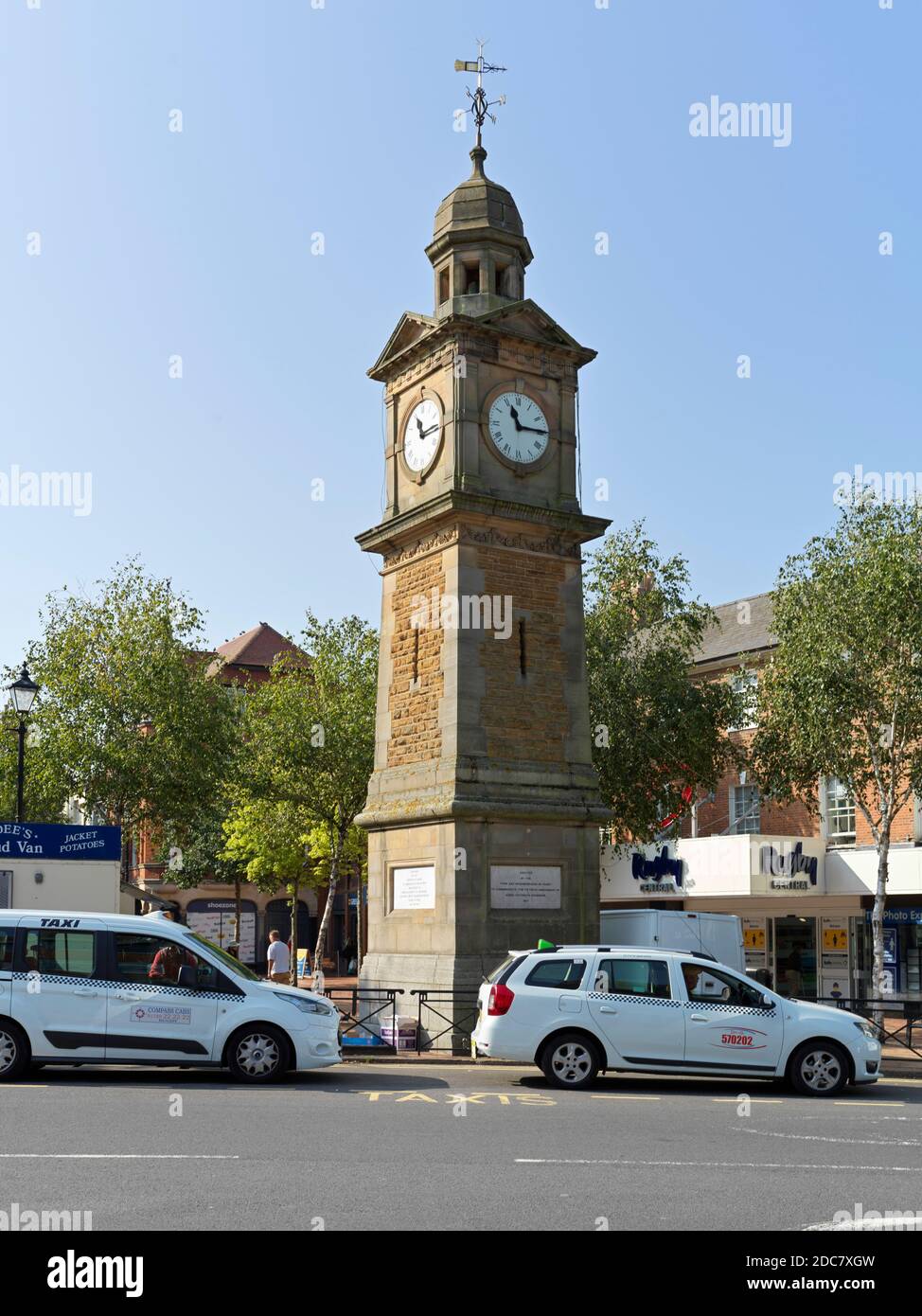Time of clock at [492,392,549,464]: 11:14
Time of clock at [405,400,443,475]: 11:13
